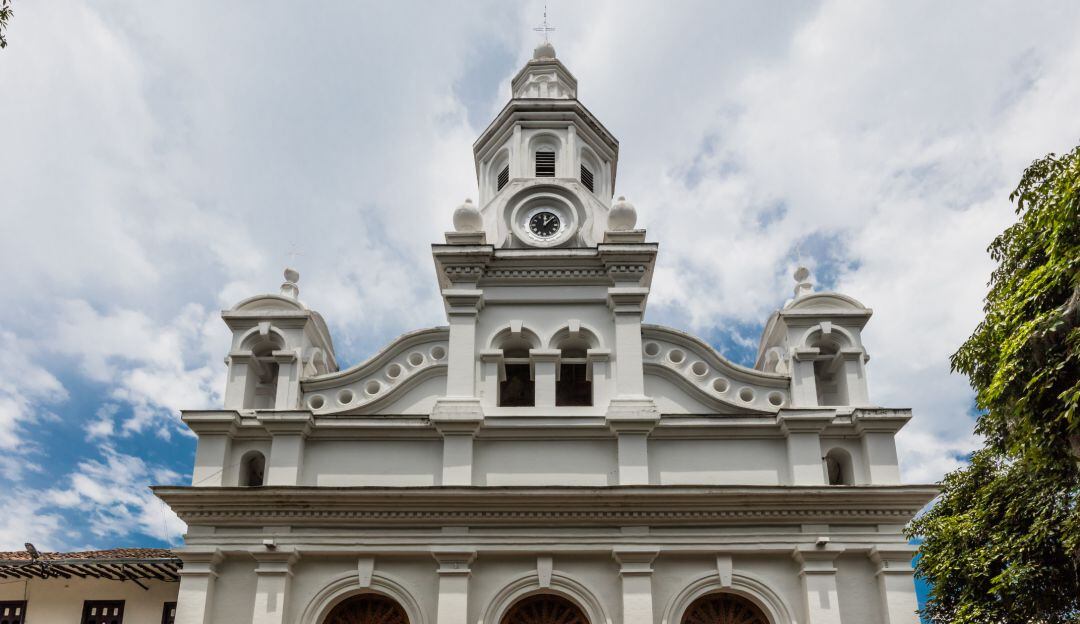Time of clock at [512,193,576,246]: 12:07
